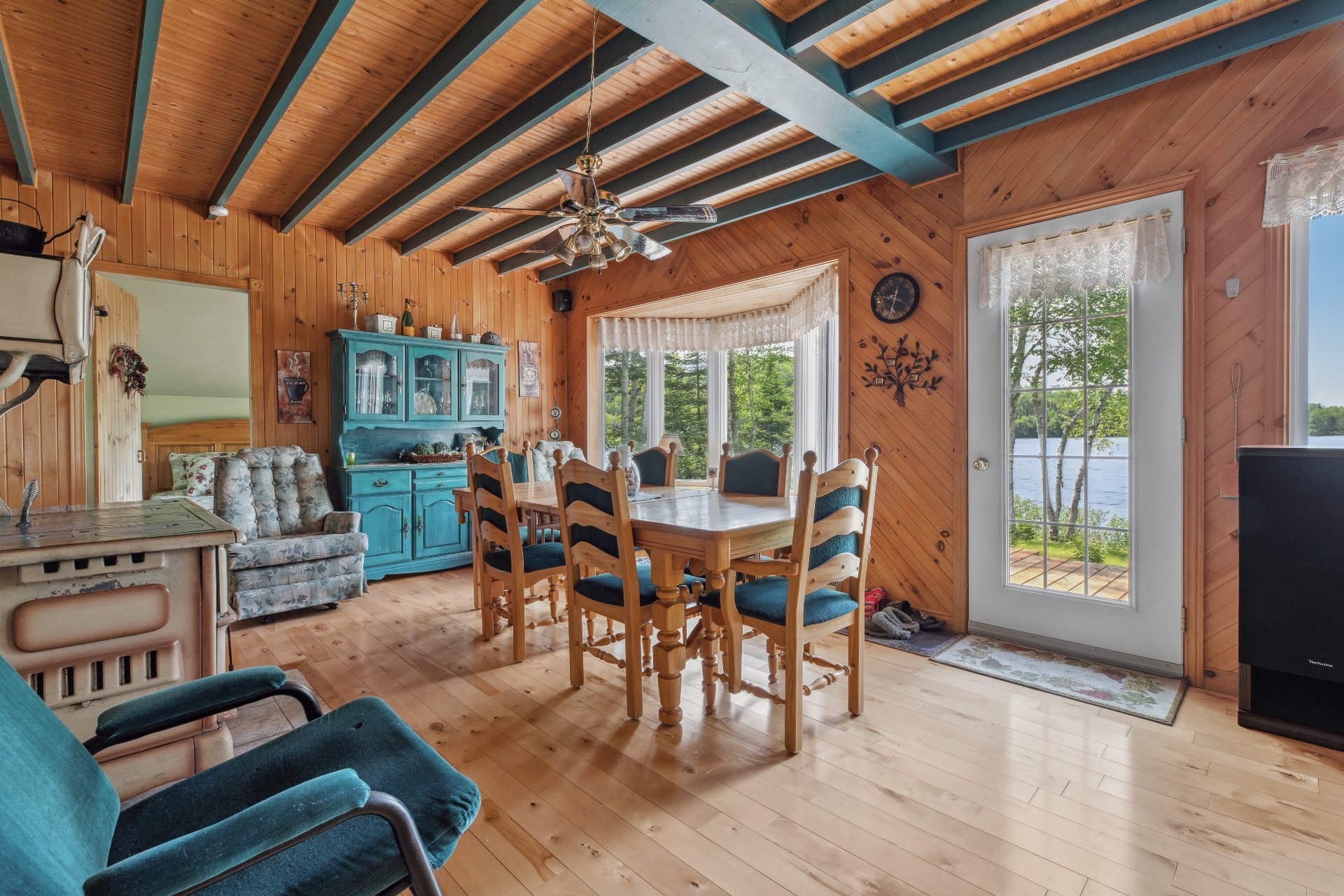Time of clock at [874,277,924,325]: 12:32
